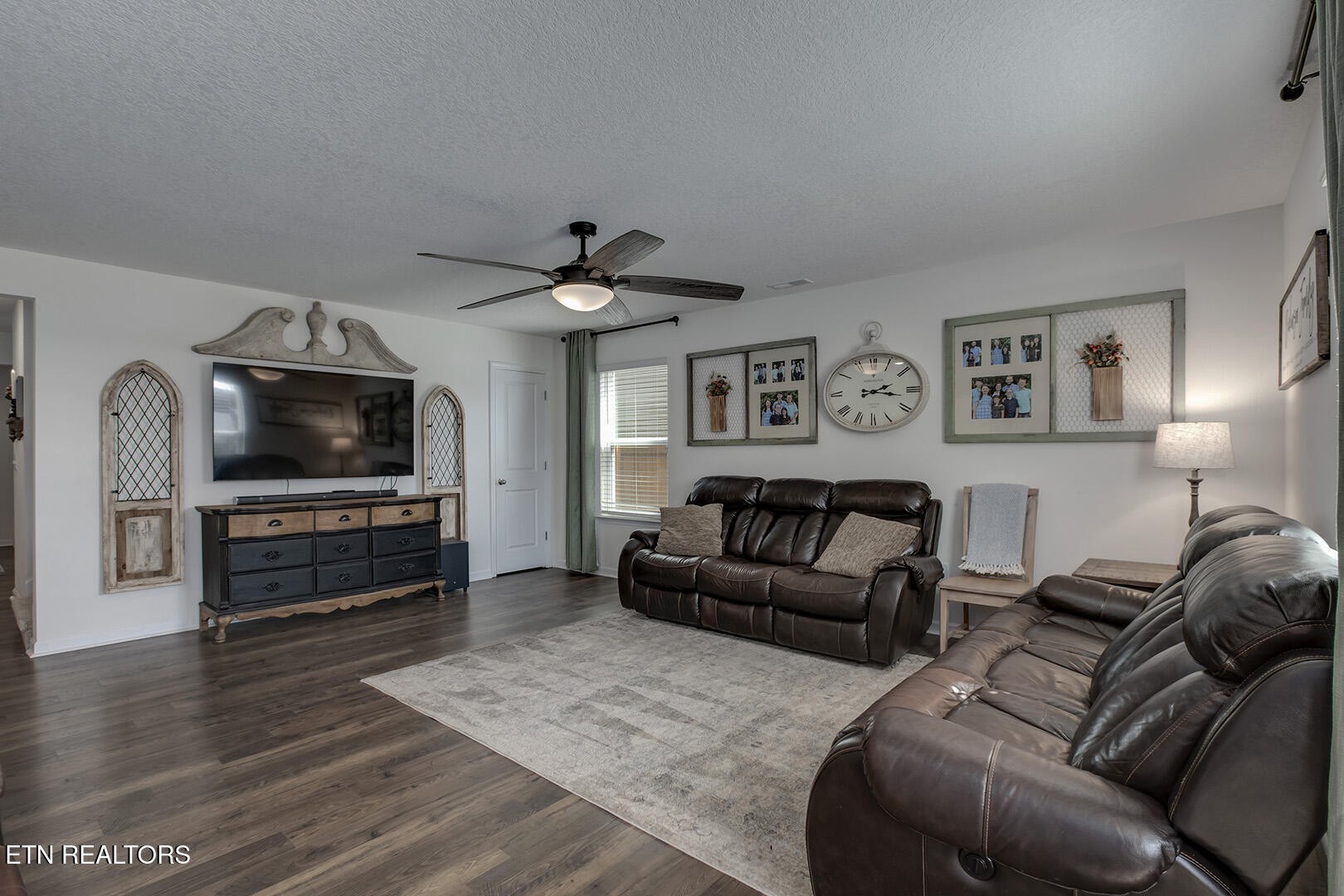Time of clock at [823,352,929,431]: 2:16
